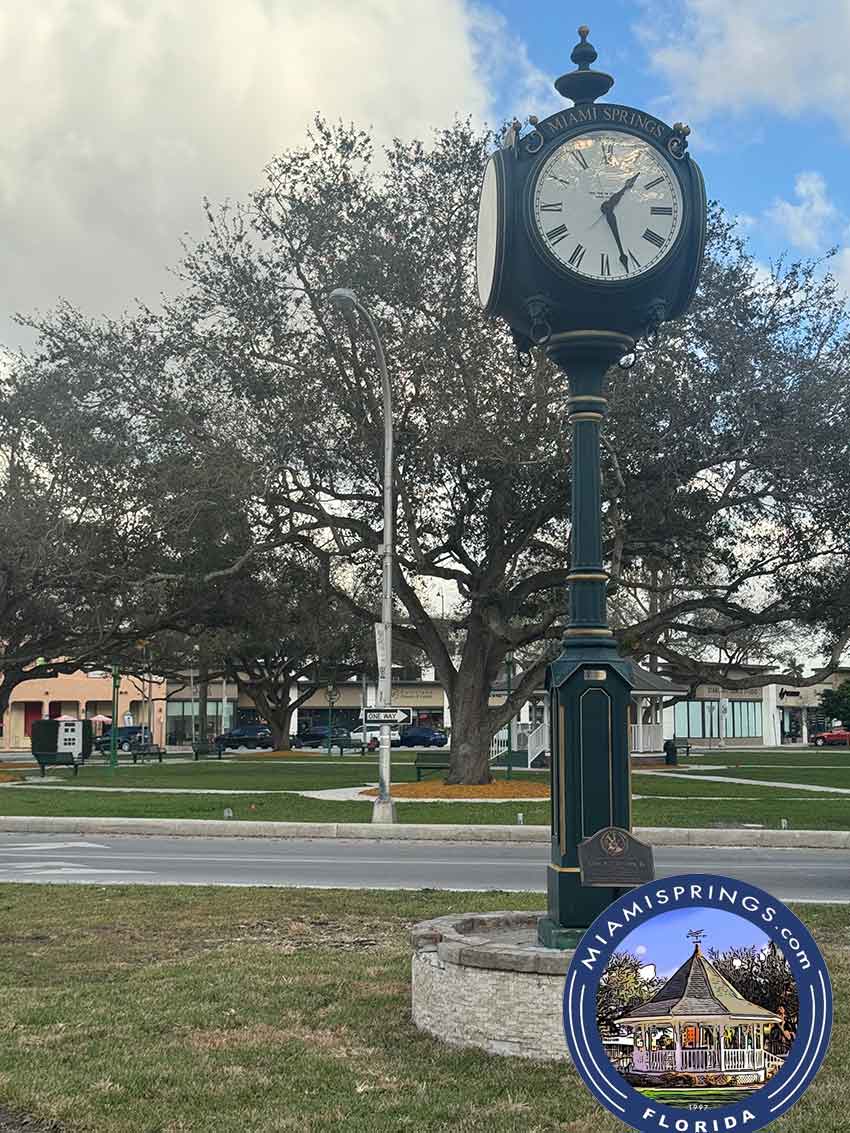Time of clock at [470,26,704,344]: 1:26
